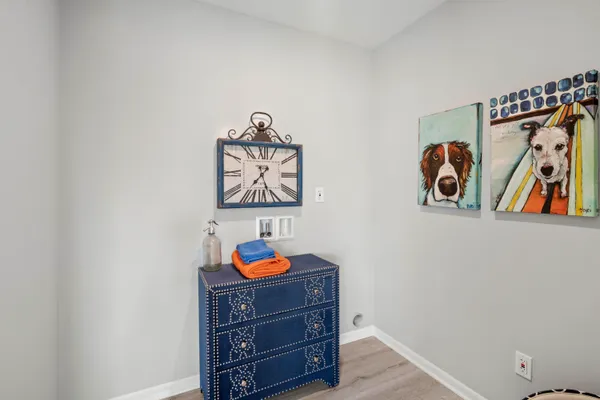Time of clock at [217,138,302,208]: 7:25
